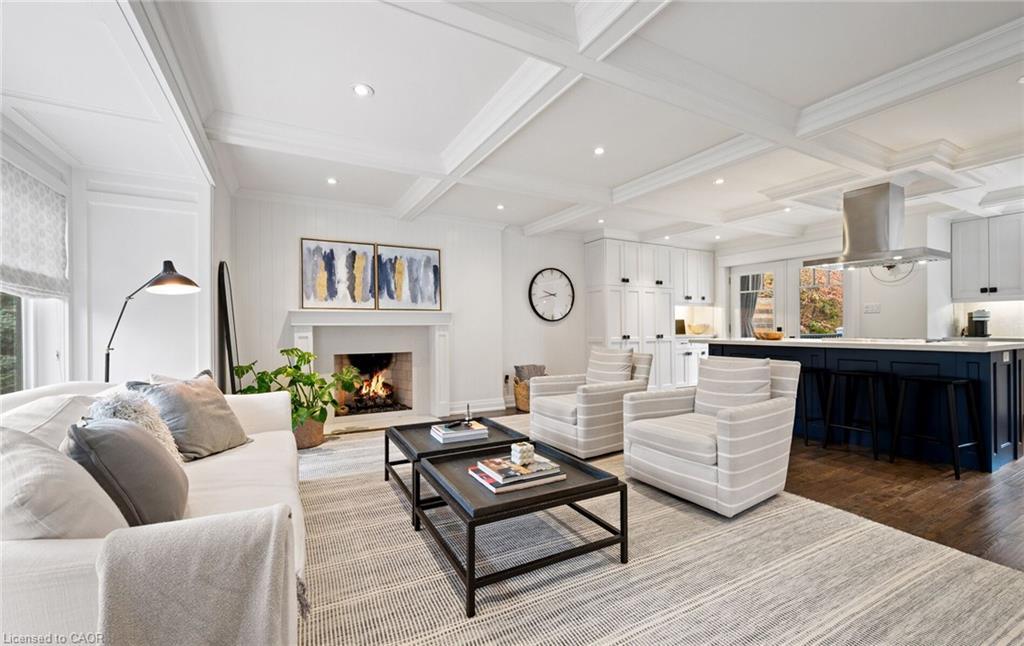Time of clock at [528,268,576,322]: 9:42
